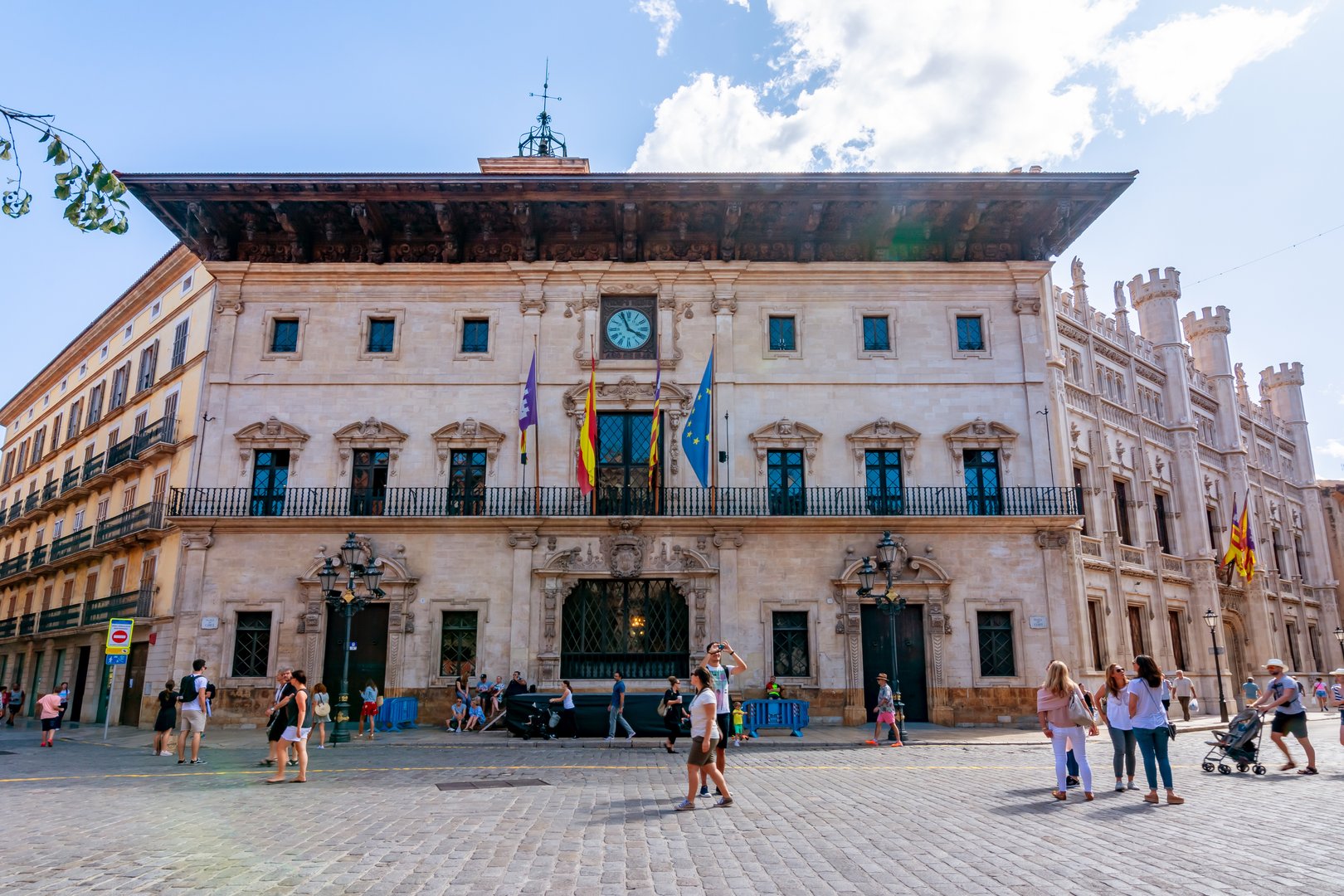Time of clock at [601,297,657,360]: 3:56
